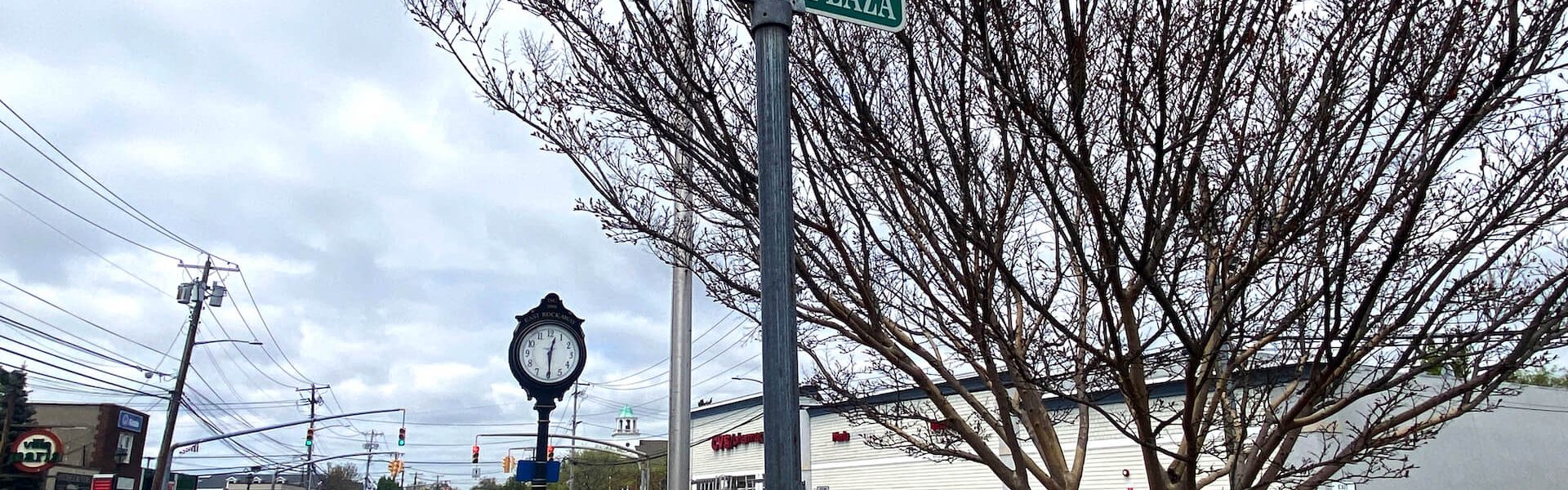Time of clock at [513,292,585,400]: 12:29
